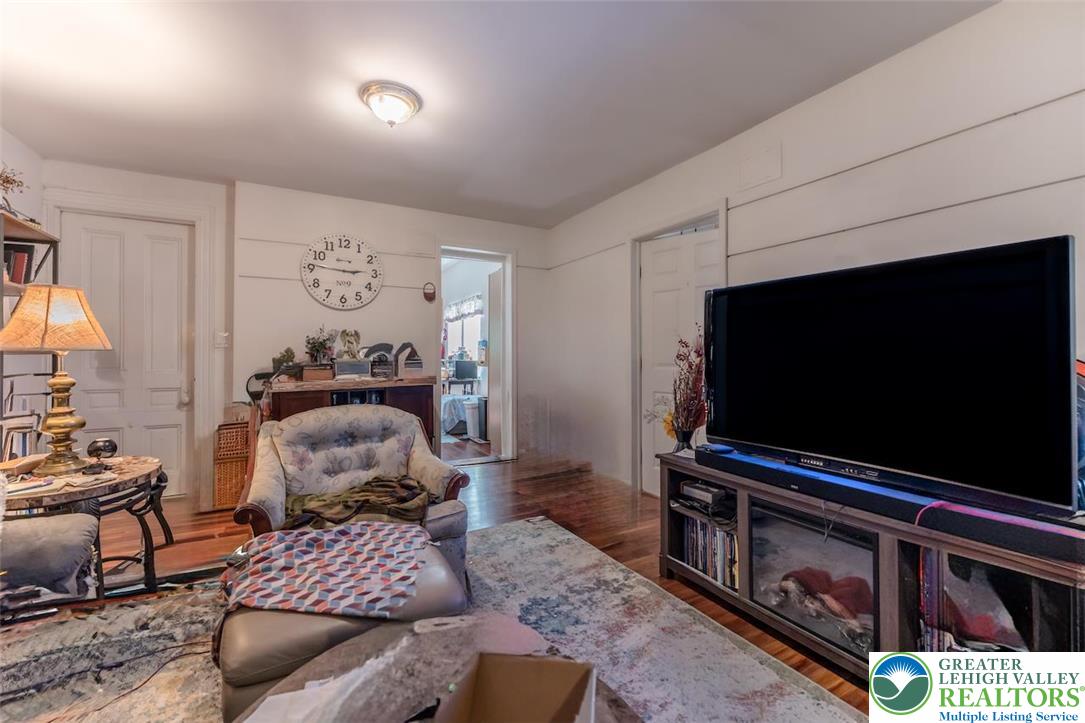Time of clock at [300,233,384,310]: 2:46
